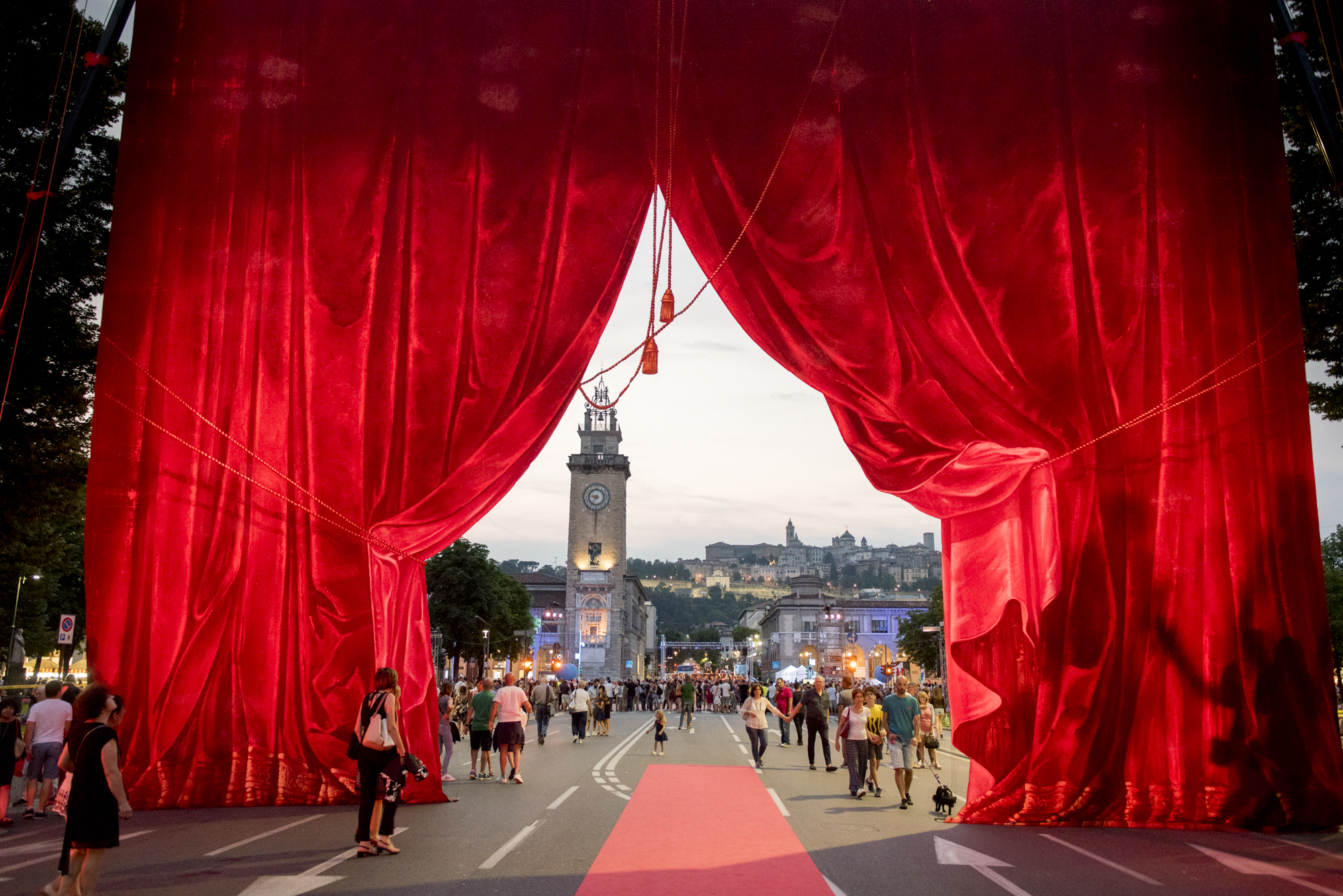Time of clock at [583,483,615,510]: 9:35
